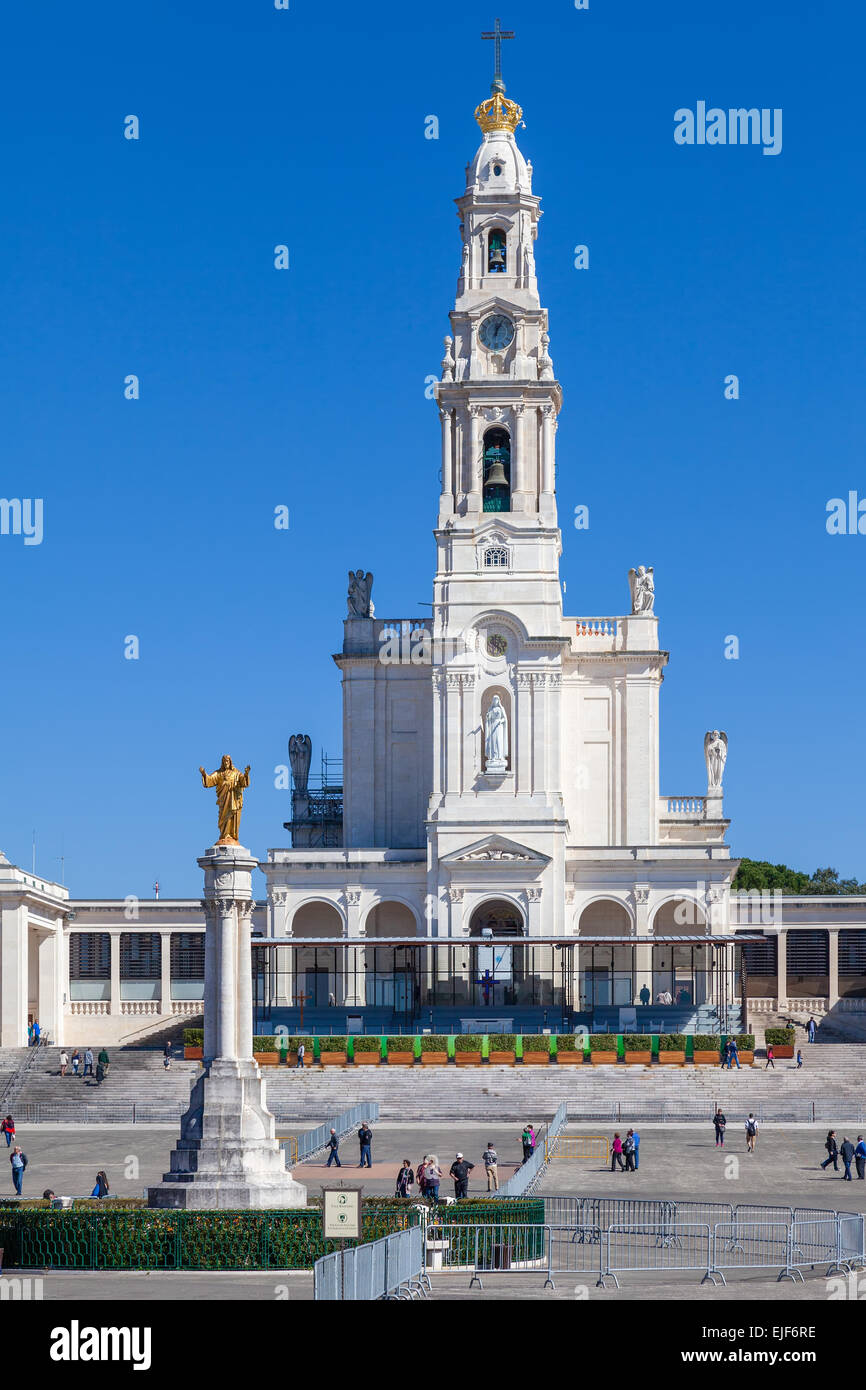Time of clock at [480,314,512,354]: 12:04
